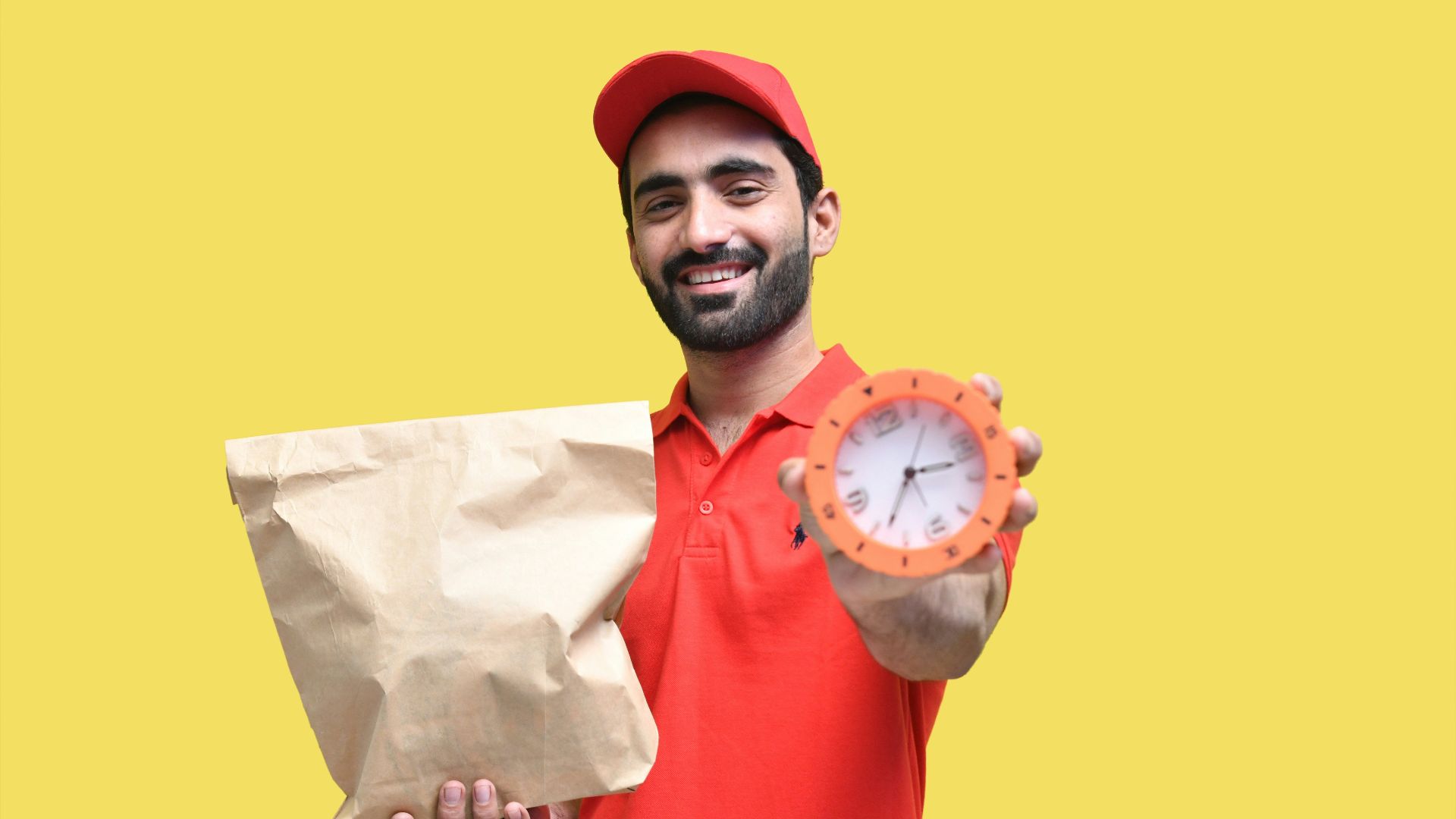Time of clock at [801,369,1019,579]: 2:33
